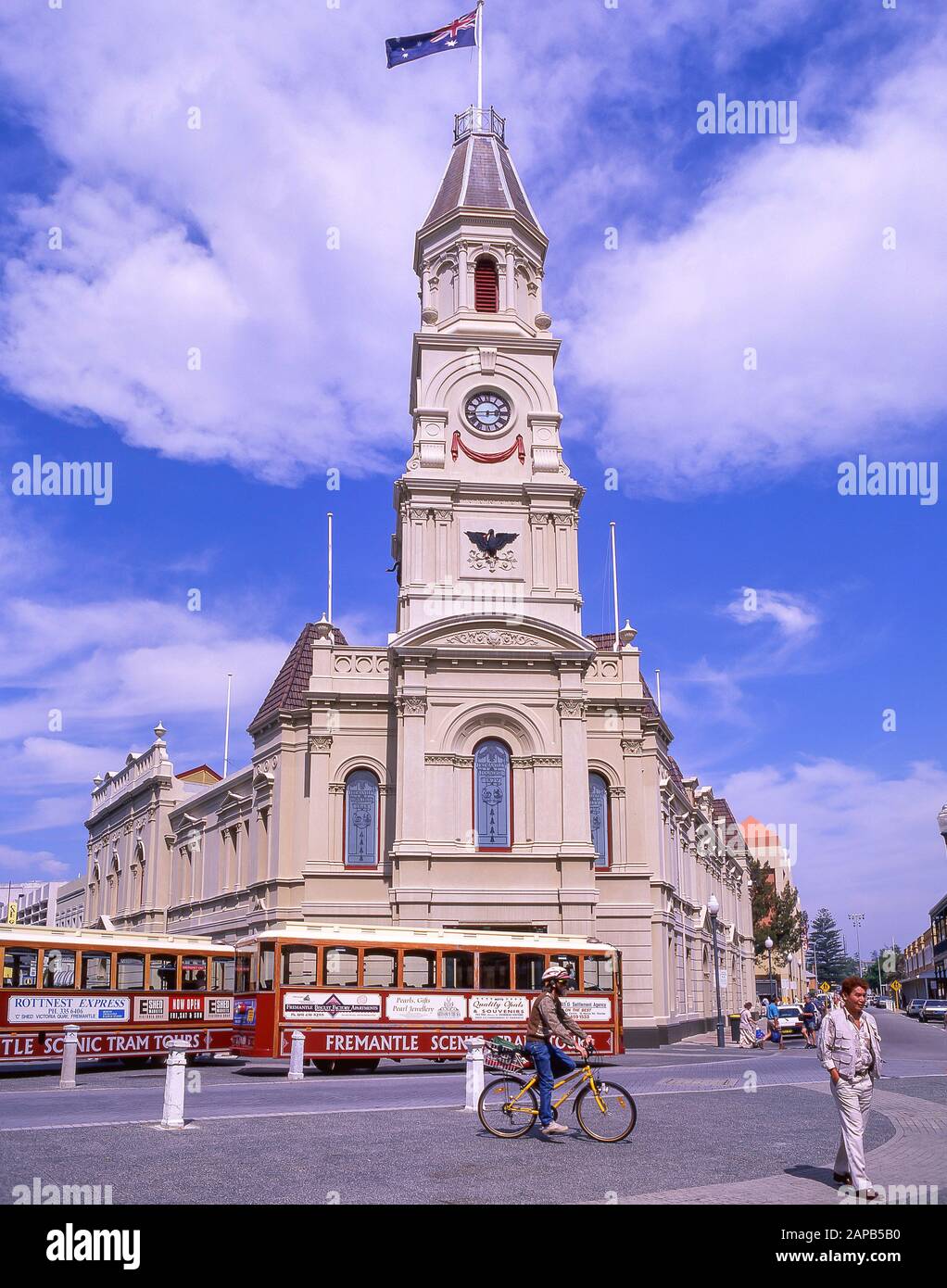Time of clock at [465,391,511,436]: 2:44
